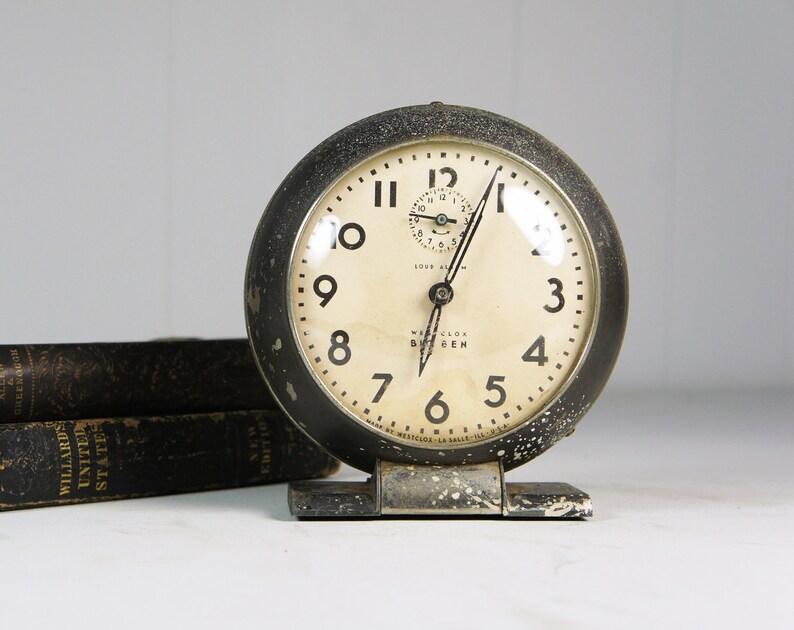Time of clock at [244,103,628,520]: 6:03
